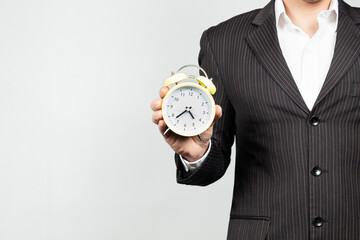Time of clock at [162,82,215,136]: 4:37
